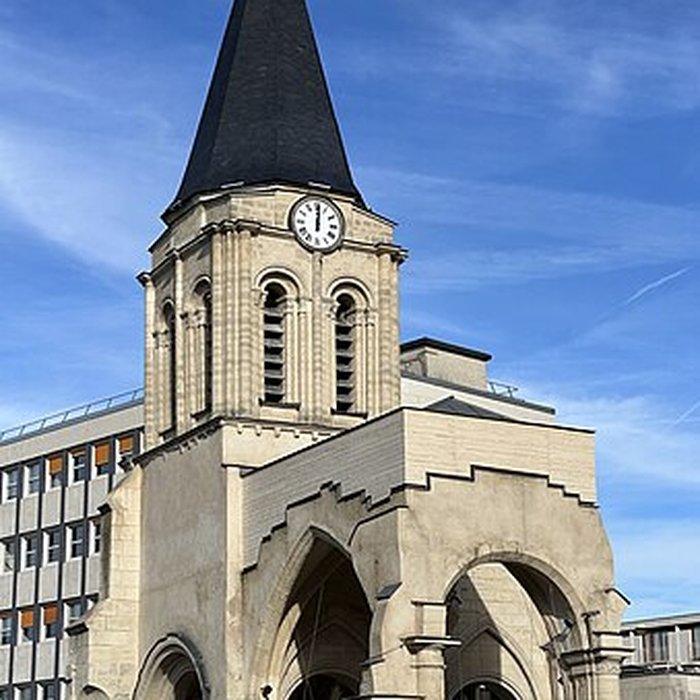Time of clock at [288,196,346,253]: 12:01
